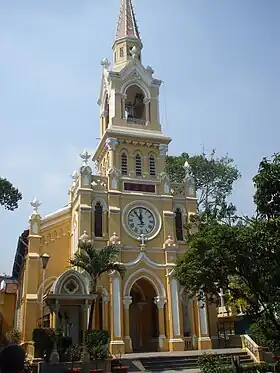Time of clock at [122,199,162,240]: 11:53
